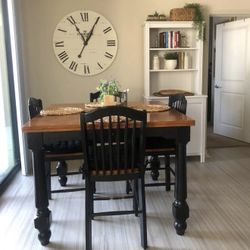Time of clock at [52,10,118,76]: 11:04
